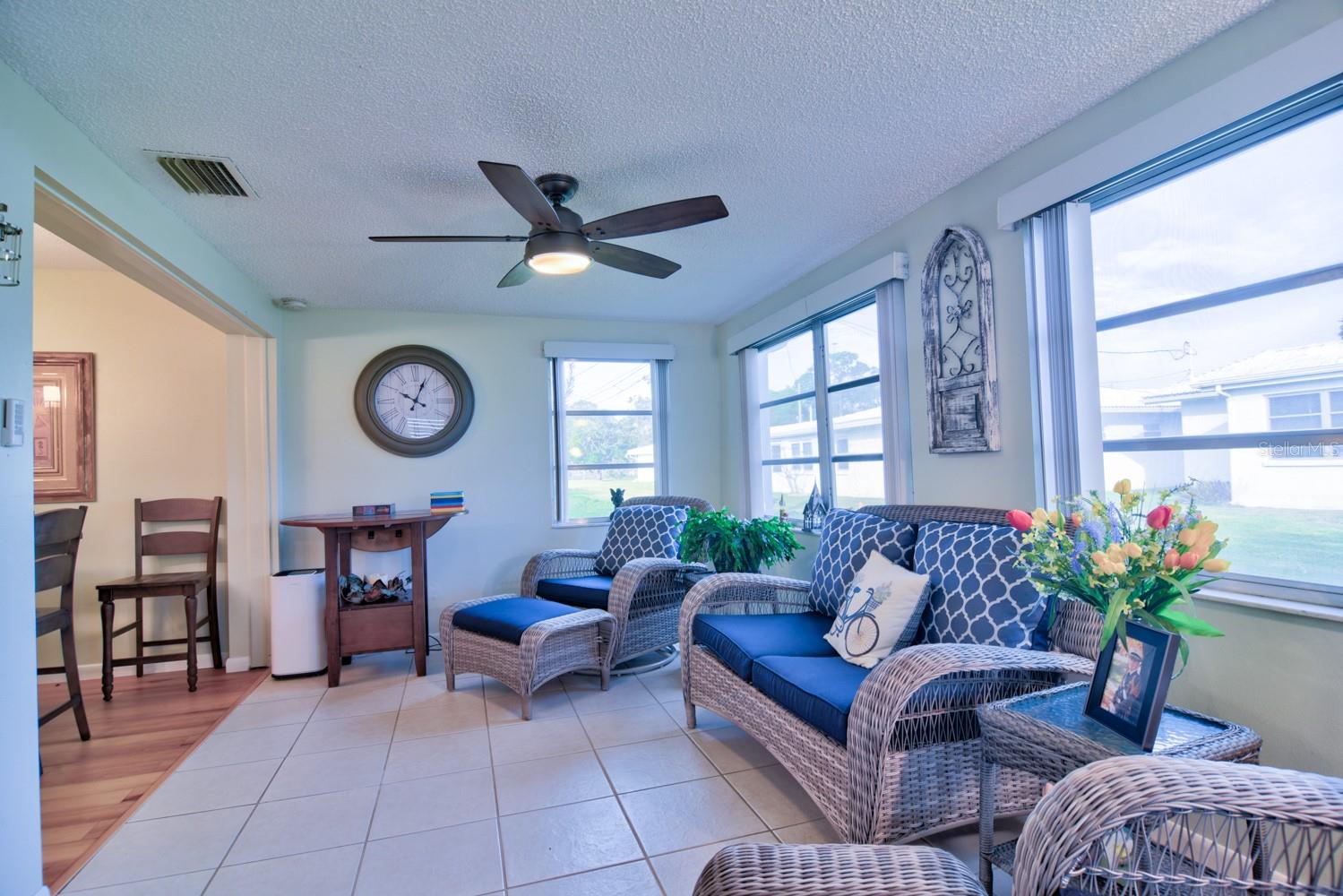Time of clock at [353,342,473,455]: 10:03
